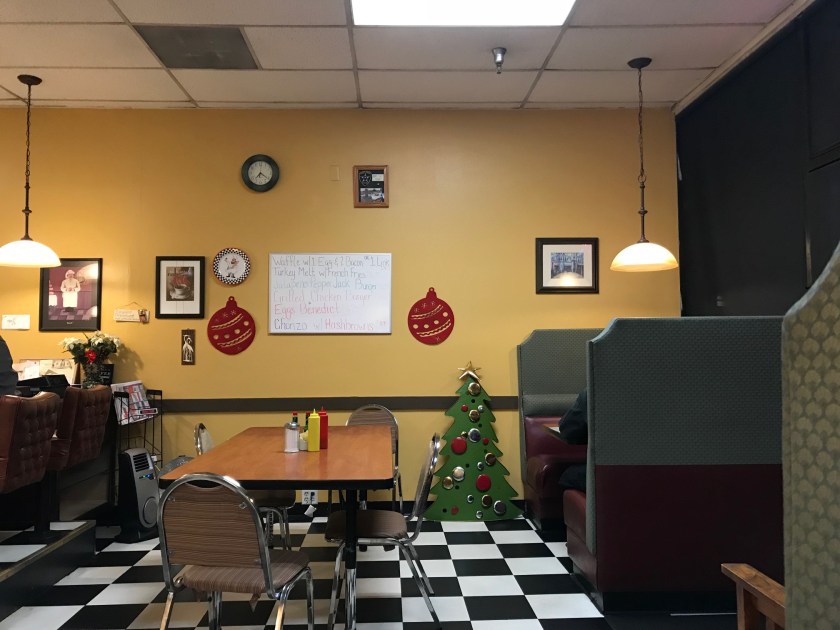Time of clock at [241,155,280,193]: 7:21
